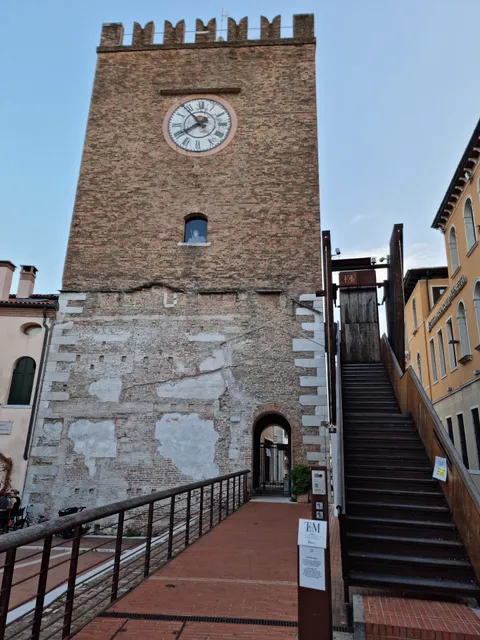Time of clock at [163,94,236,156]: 7:53
